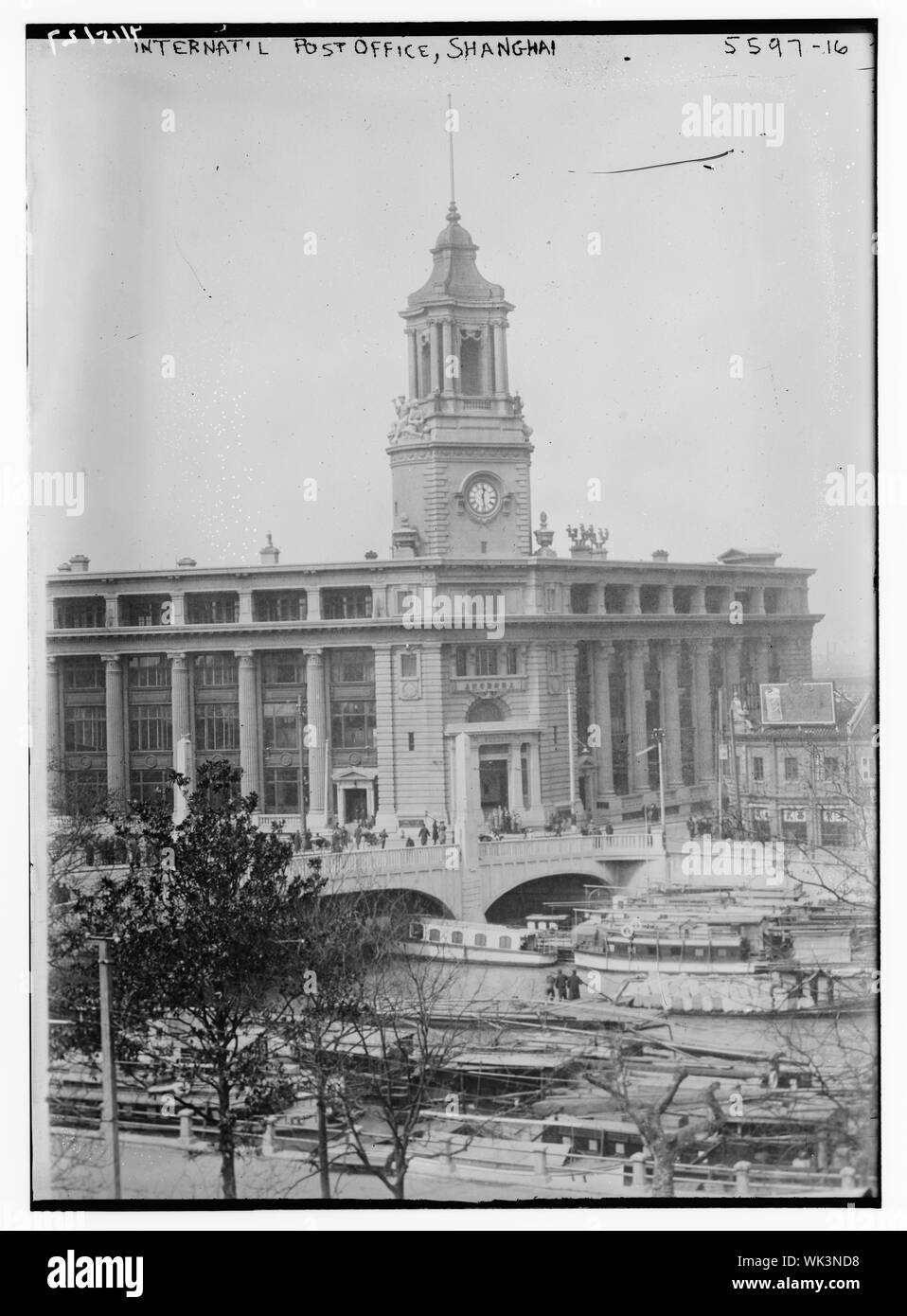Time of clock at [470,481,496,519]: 12:28
